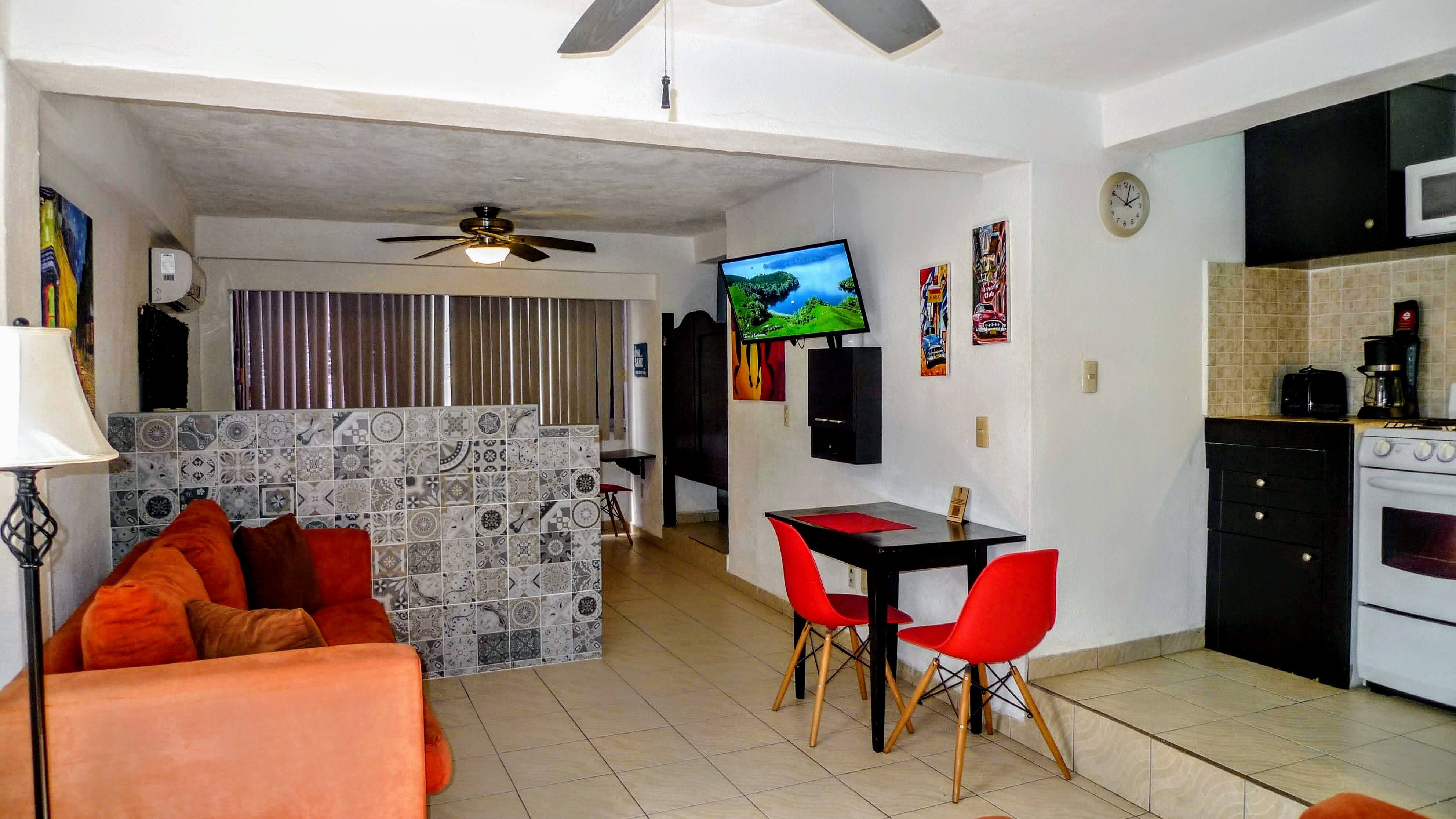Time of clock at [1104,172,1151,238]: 2:02
